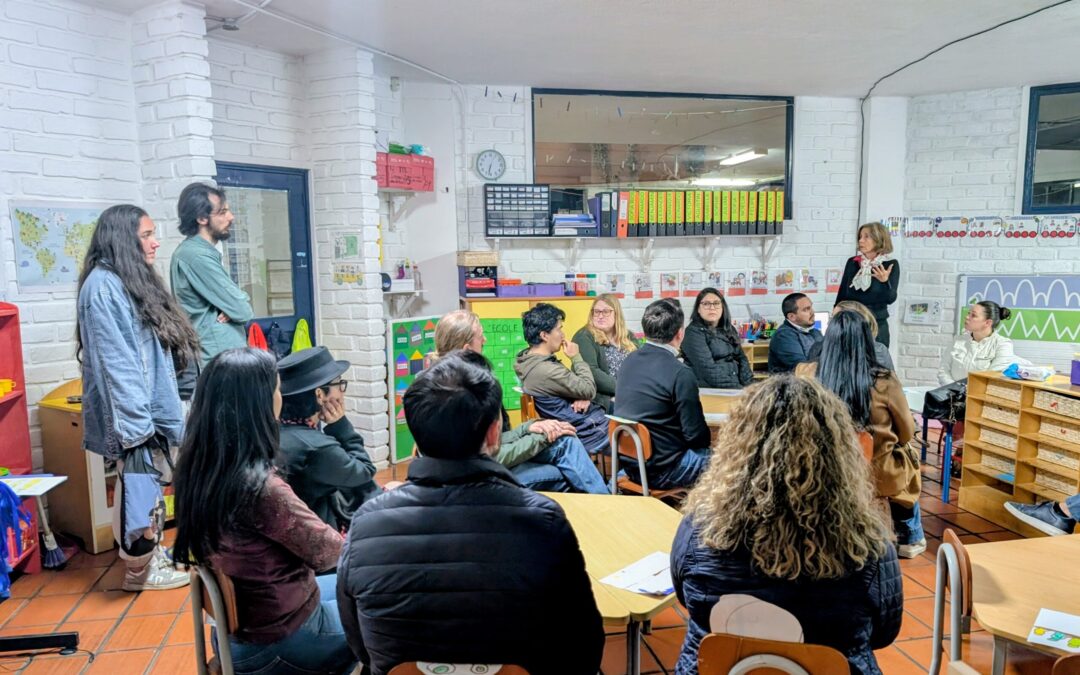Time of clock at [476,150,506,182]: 6:32
